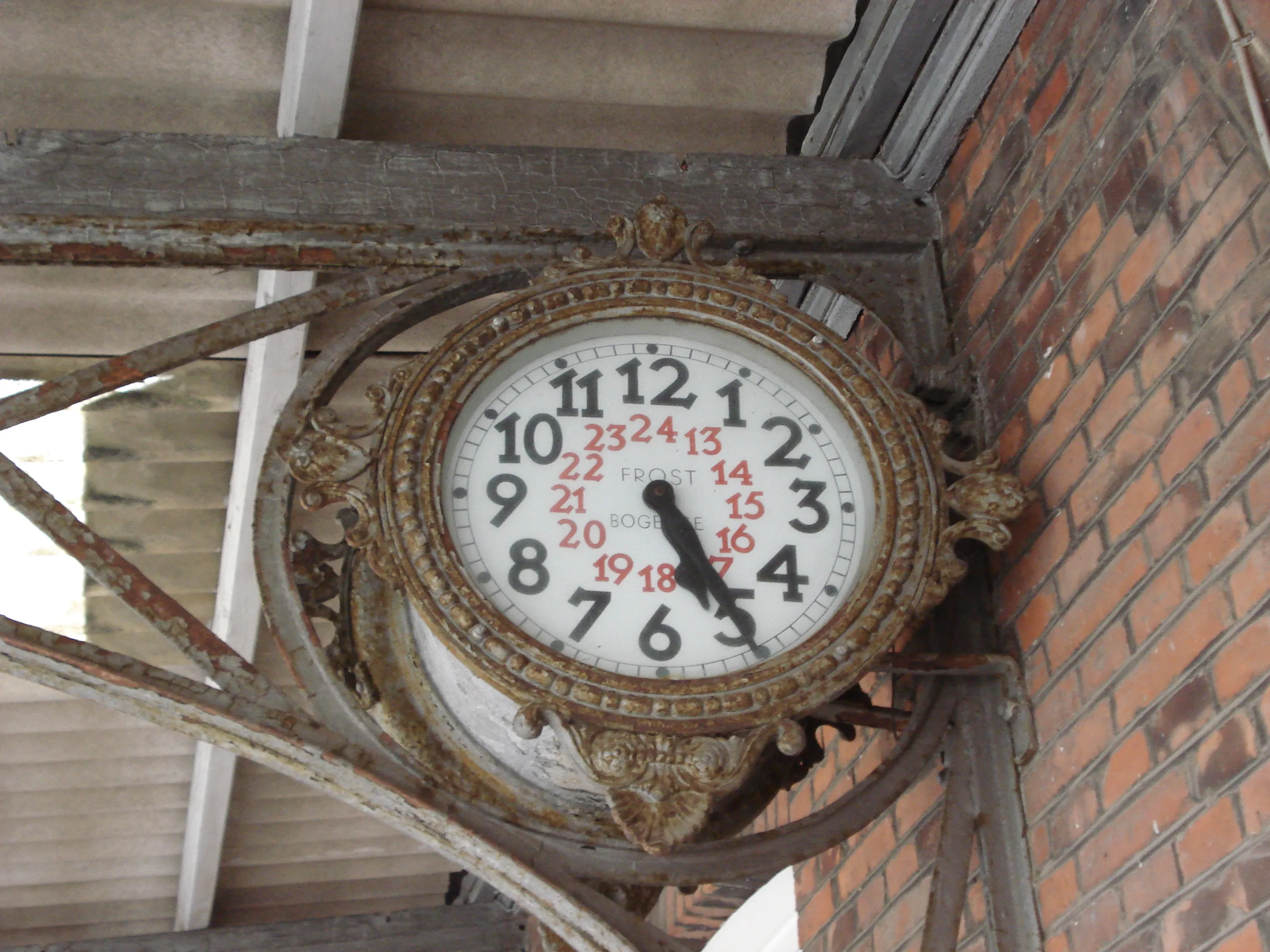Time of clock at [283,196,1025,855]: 5:24
